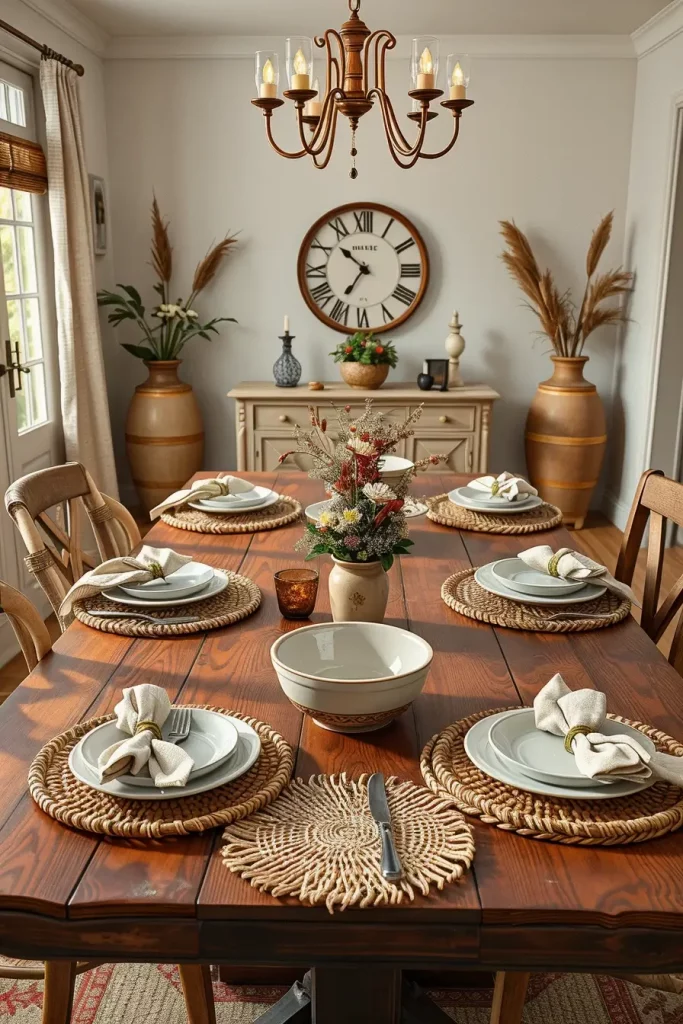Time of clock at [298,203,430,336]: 10:35
